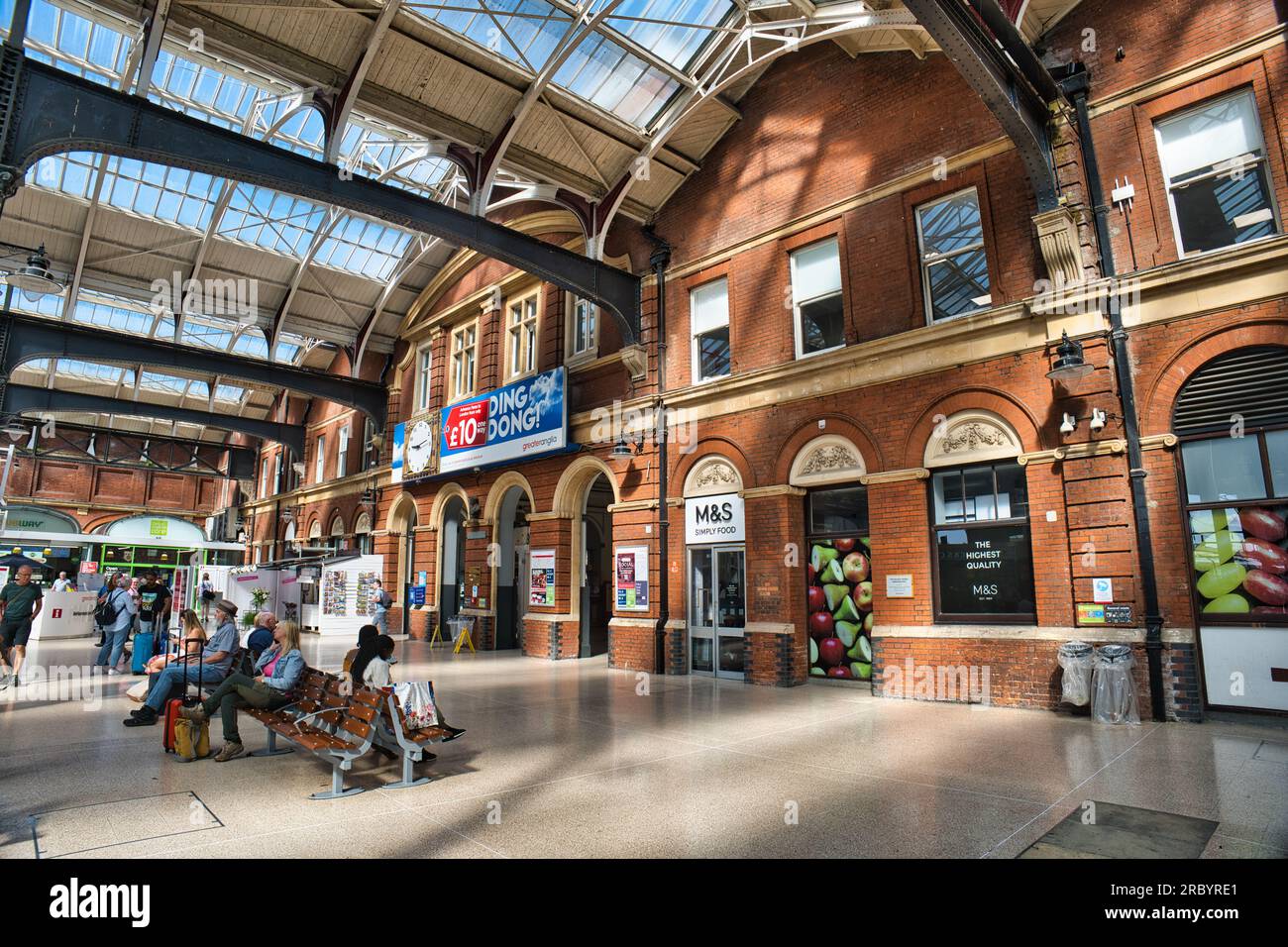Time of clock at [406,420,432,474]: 9:12
